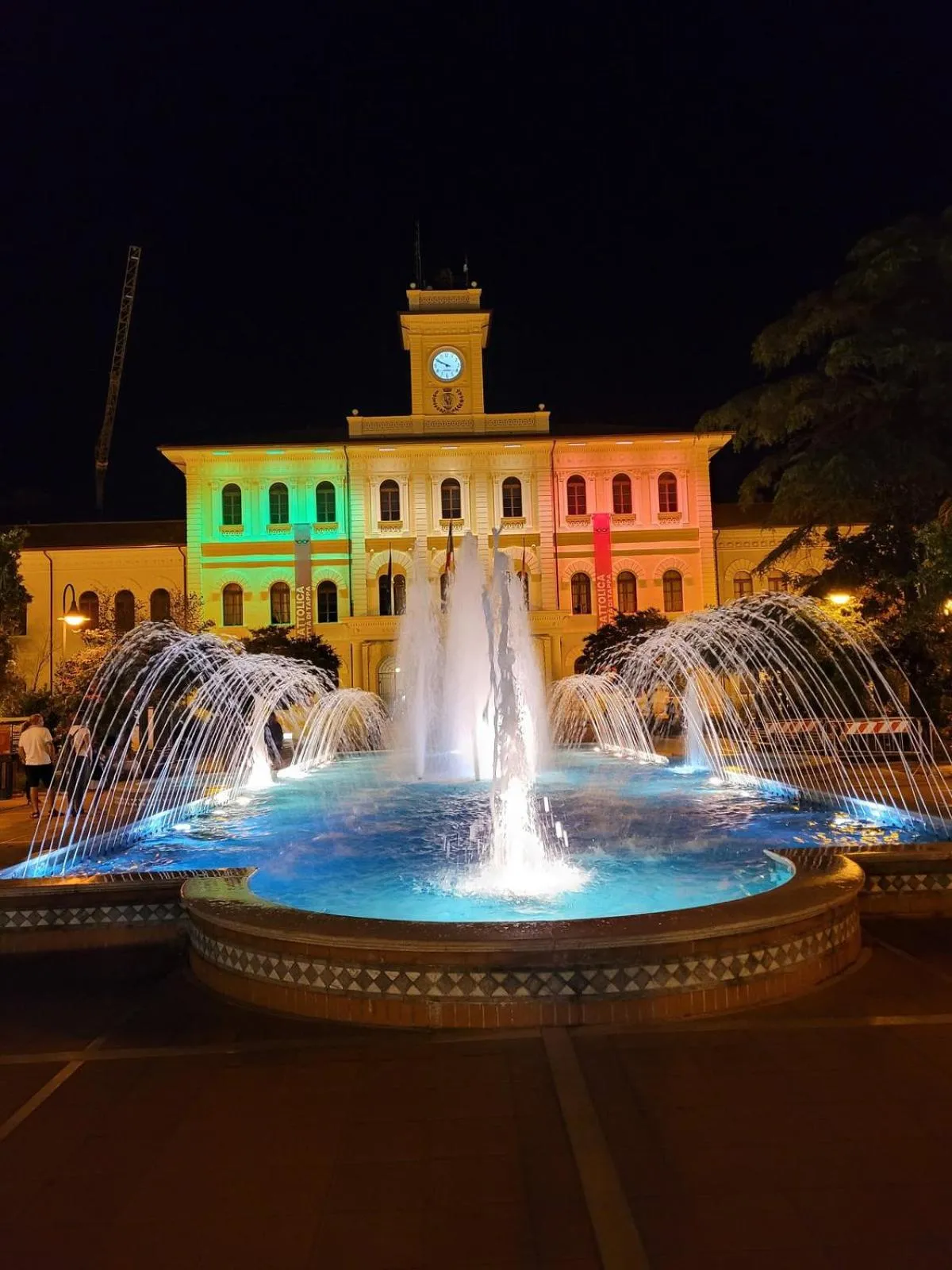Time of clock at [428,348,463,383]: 9:49
